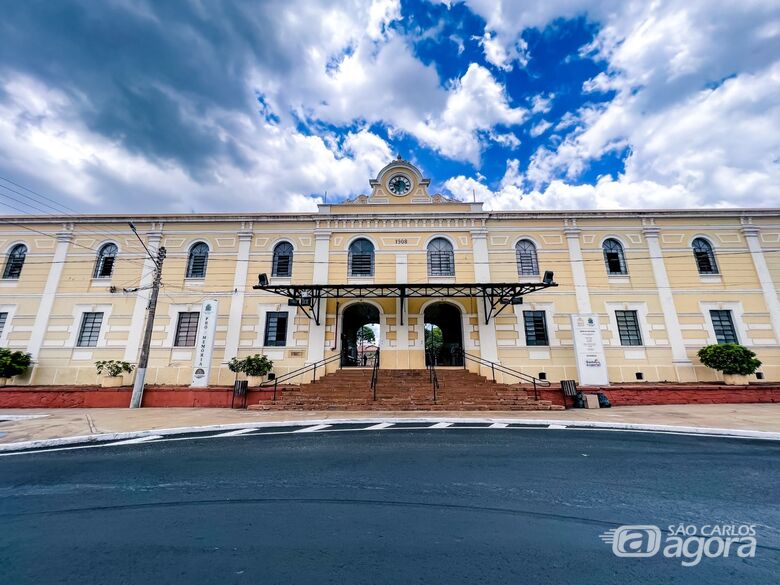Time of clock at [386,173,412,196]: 11:47
